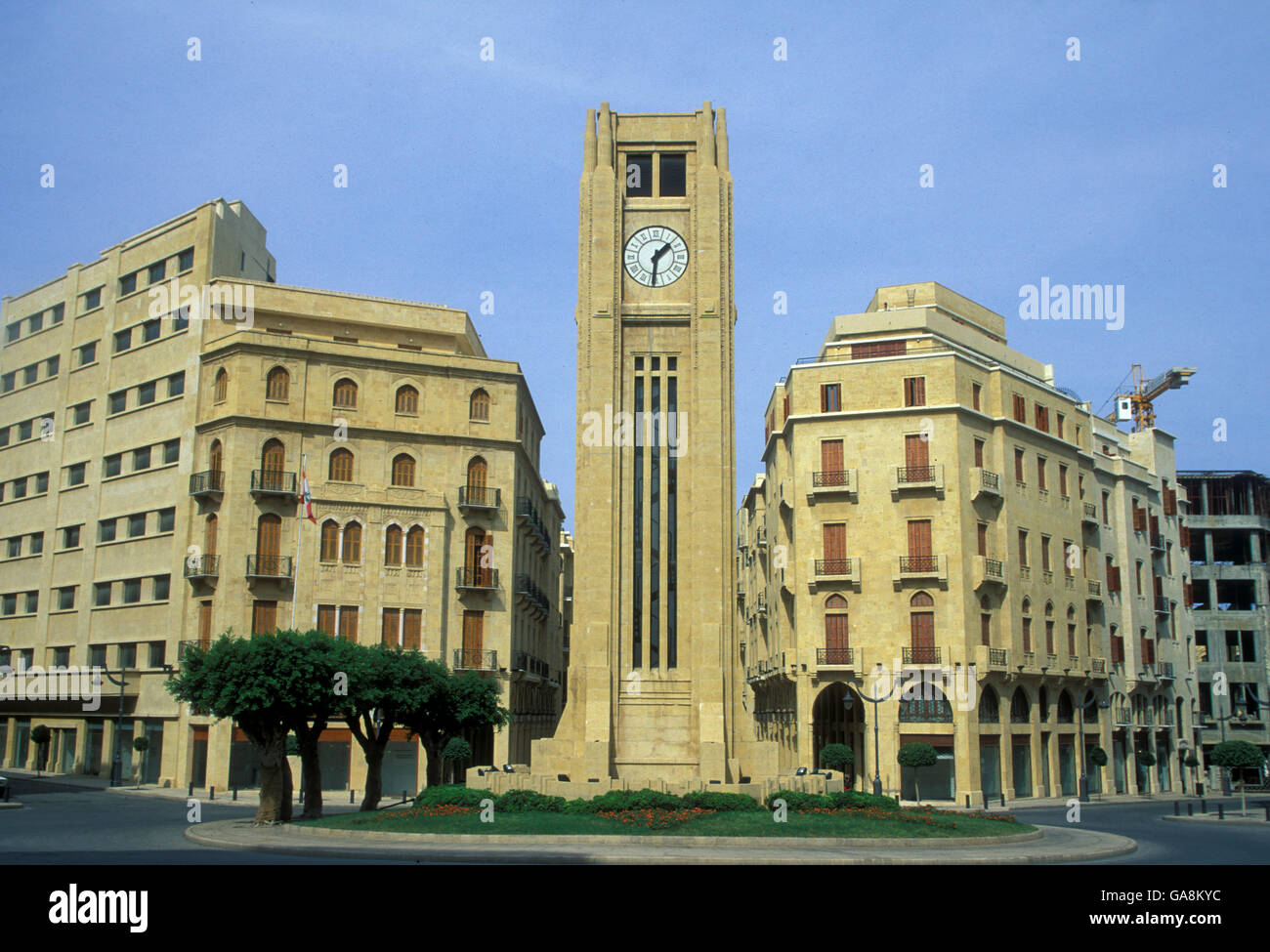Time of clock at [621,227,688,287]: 1:31
